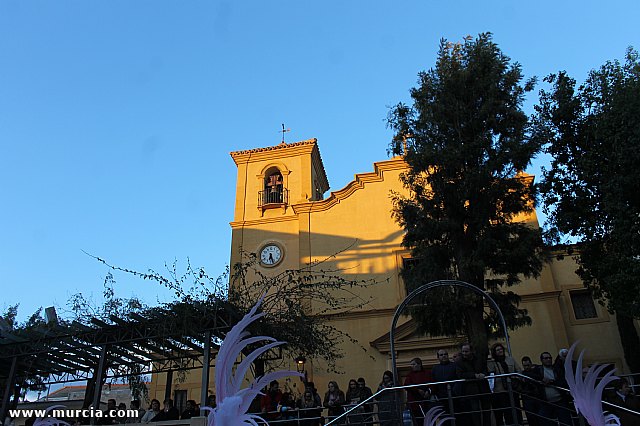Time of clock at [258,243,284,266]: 6:26
